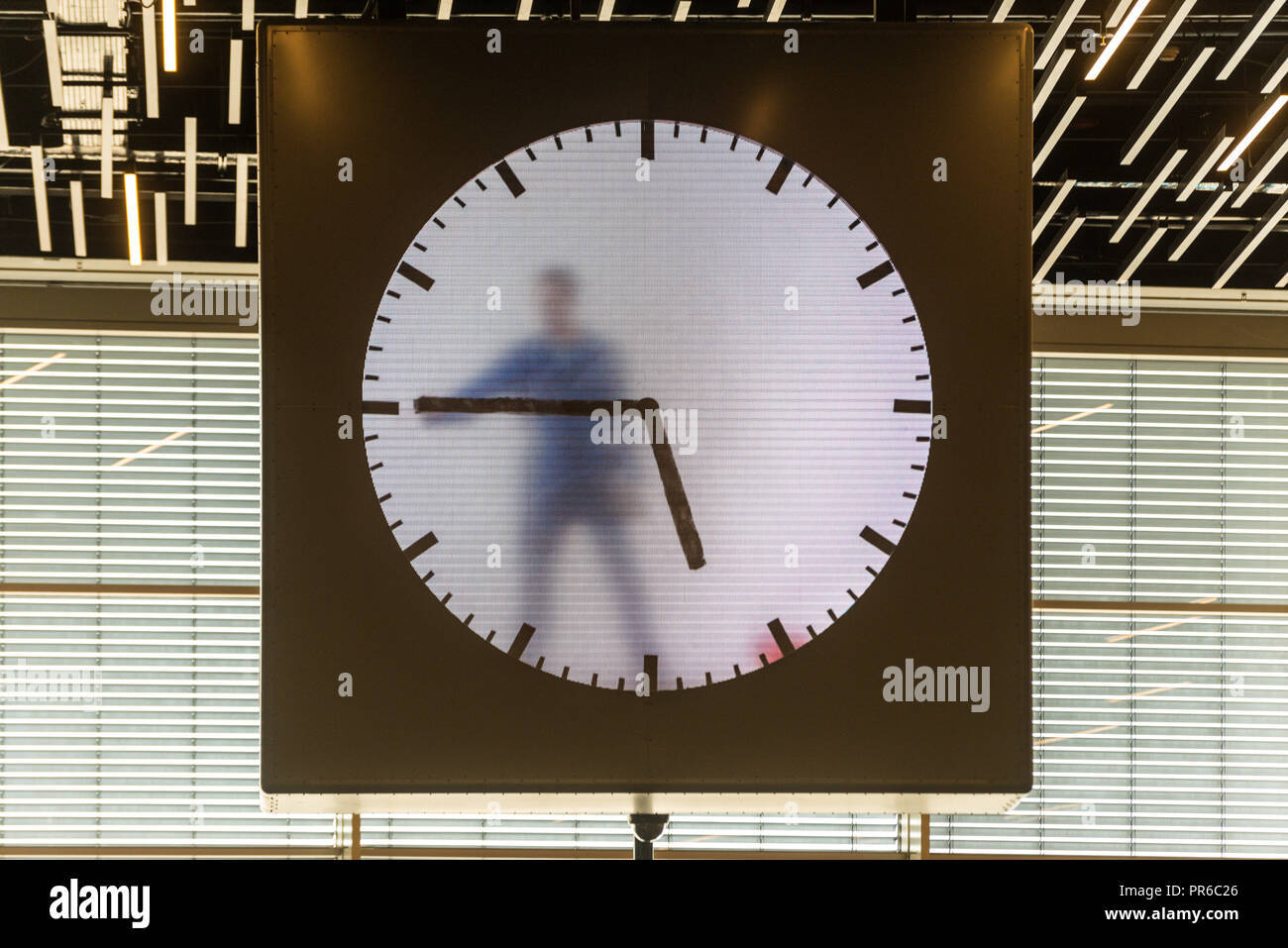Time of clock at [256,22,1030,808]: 5:45
